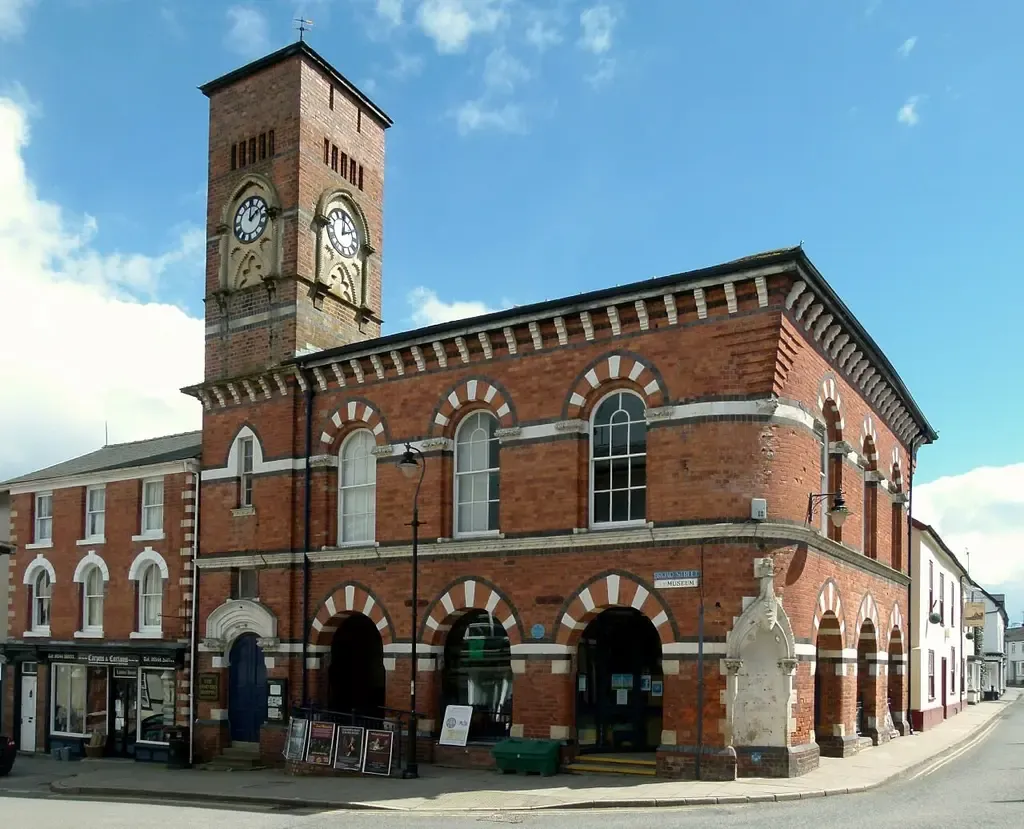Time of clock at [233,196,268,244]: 2:00
